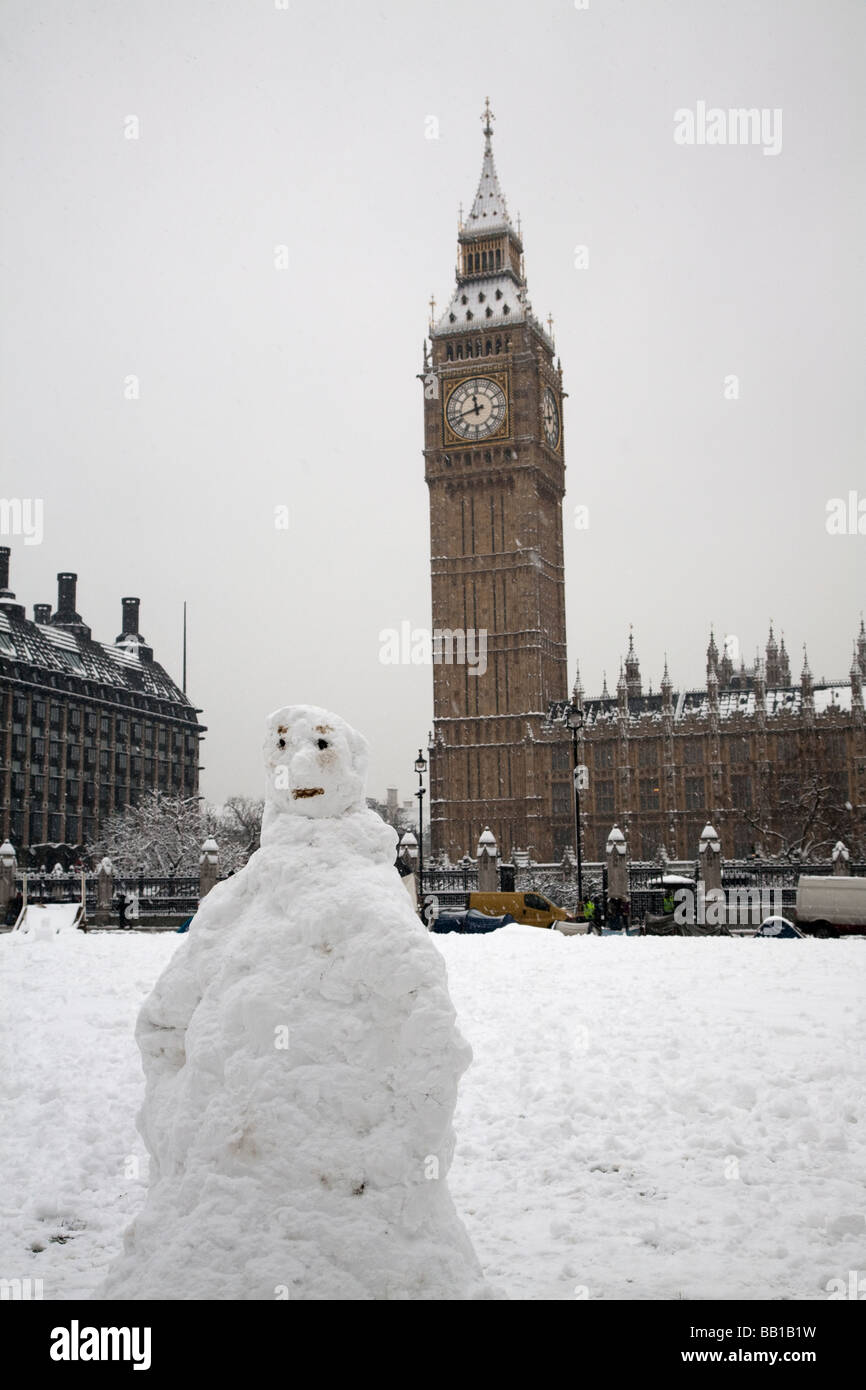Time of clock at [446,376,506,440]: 11:42
